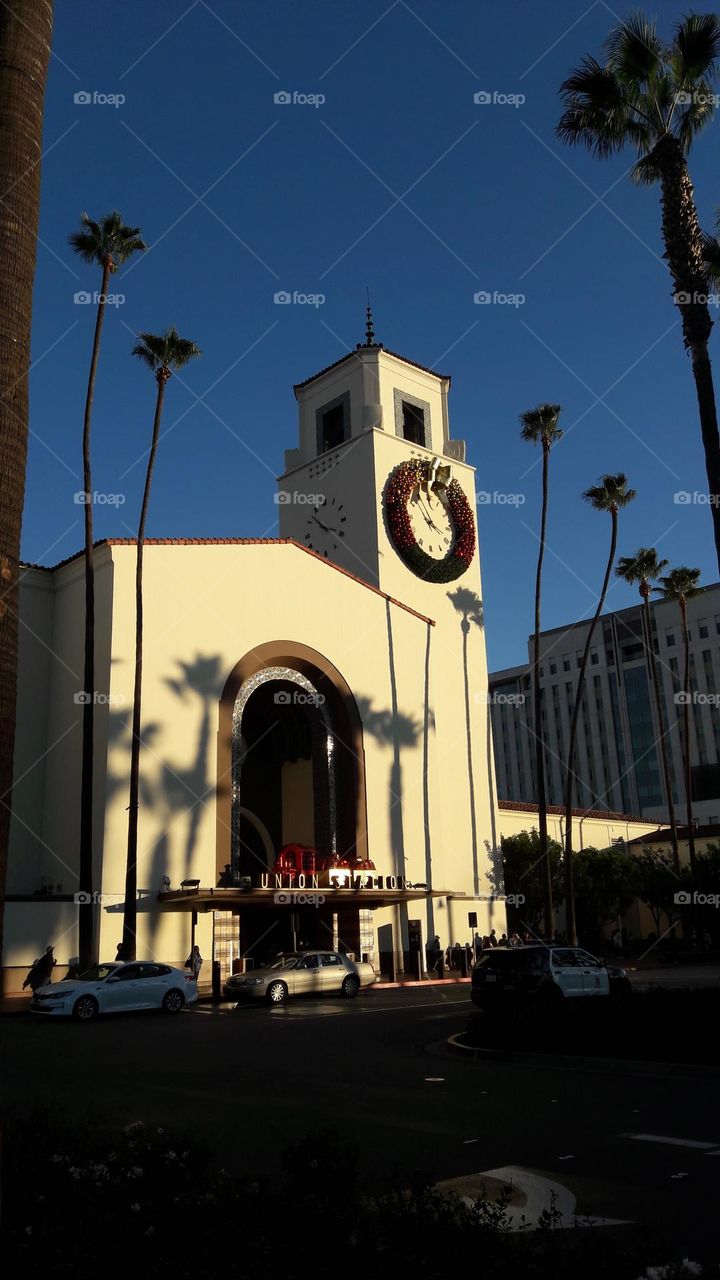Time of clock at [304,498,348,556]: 3:52
